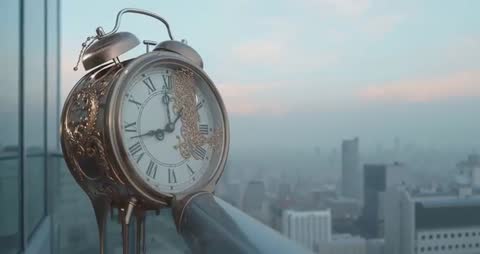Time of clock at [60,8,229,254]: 11:42
